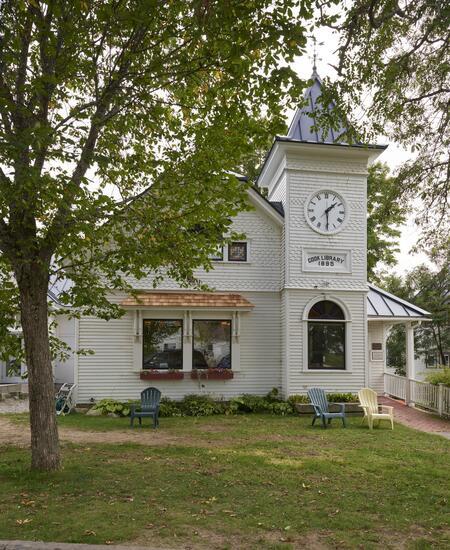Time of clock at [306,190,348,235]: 1:29
